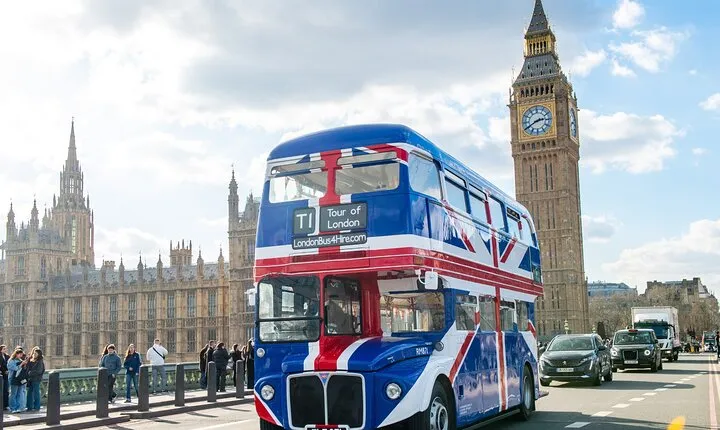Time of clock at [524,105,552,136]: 2:40
